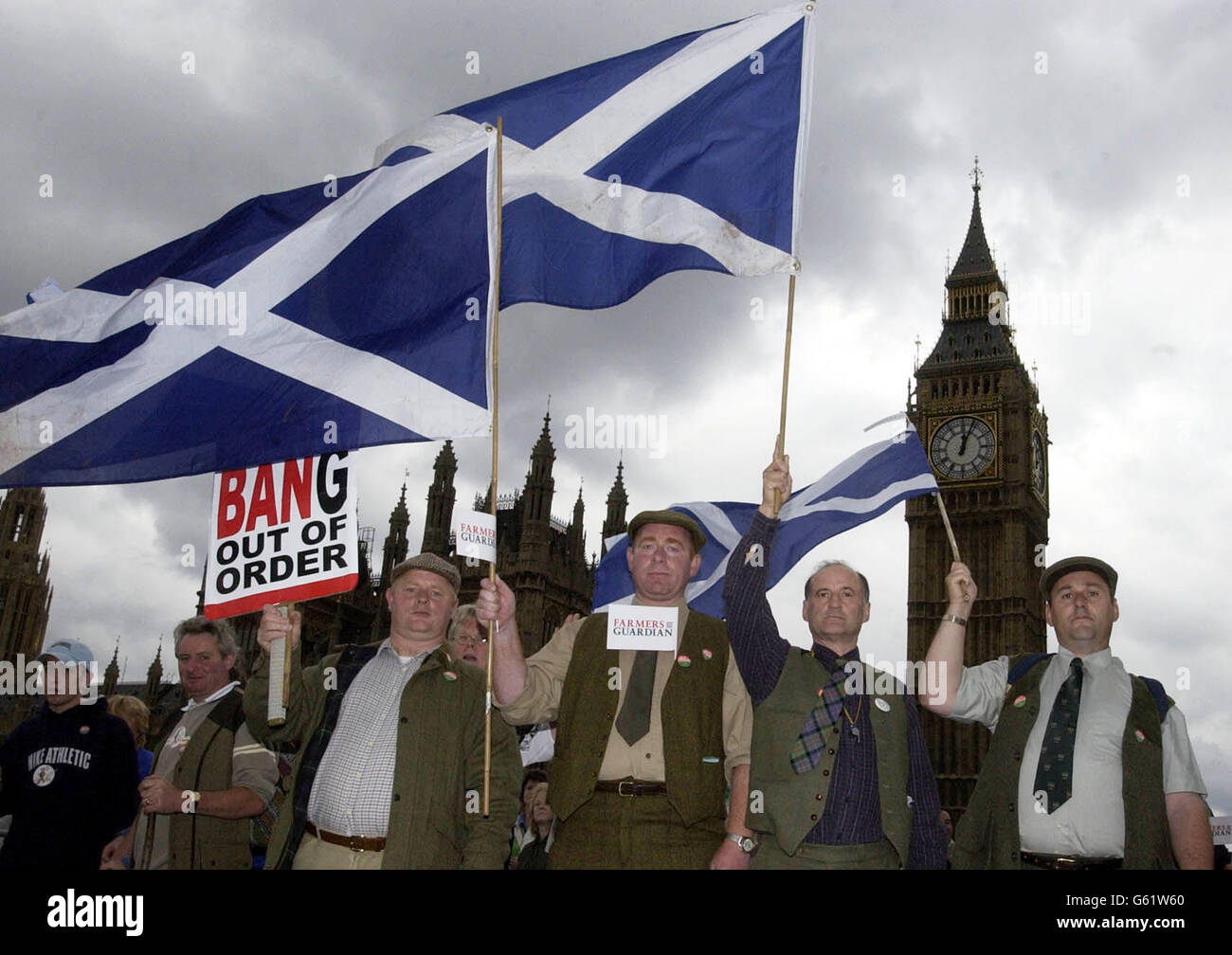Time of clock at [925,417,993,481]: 12:03
